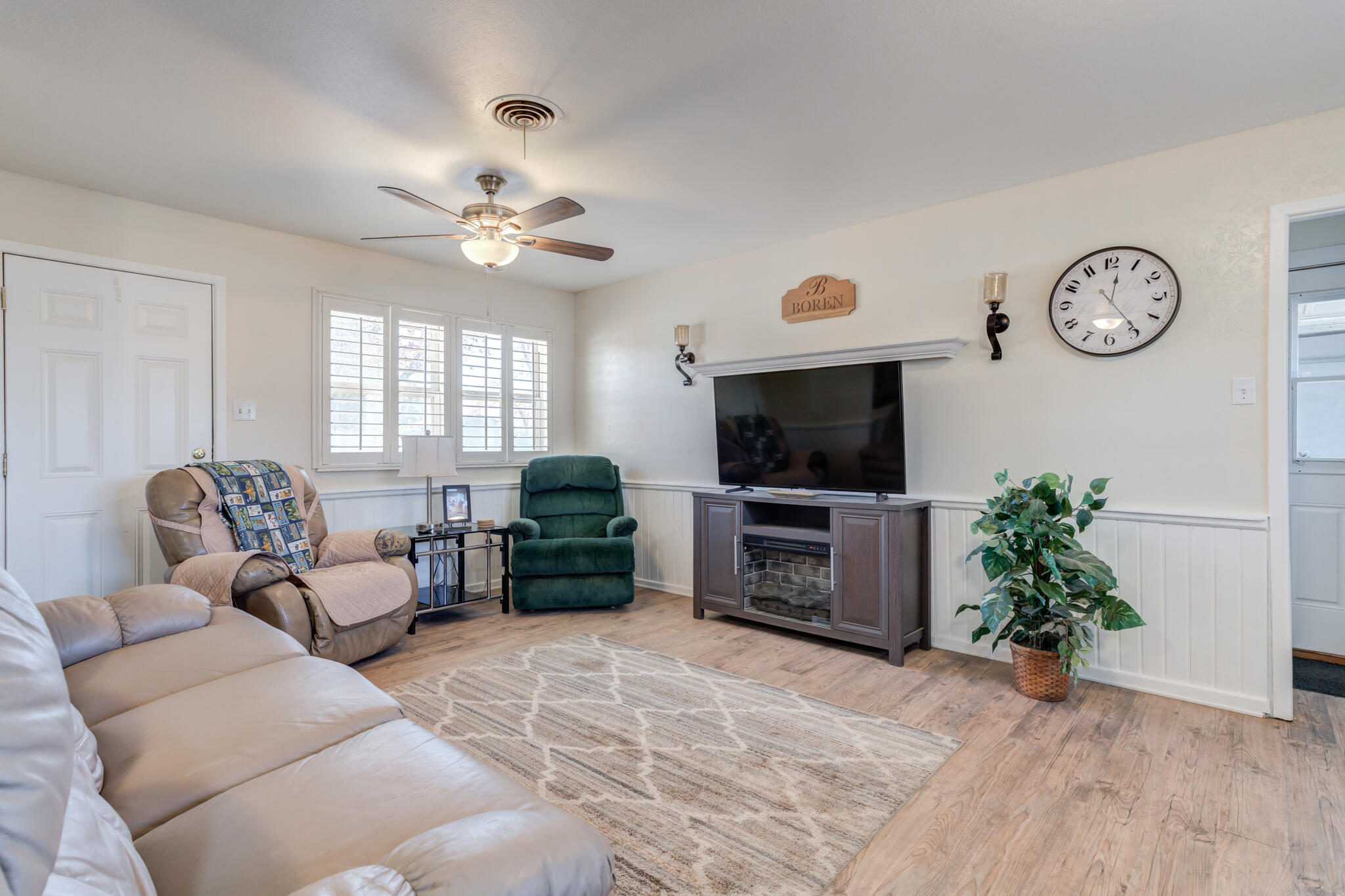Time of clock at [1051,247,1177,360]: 12:24
